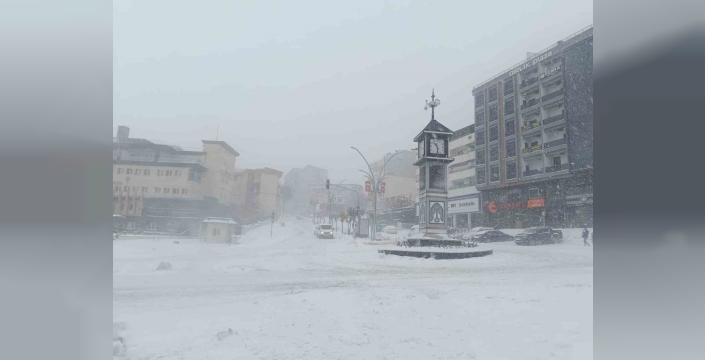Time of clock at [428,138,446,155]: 10:28
